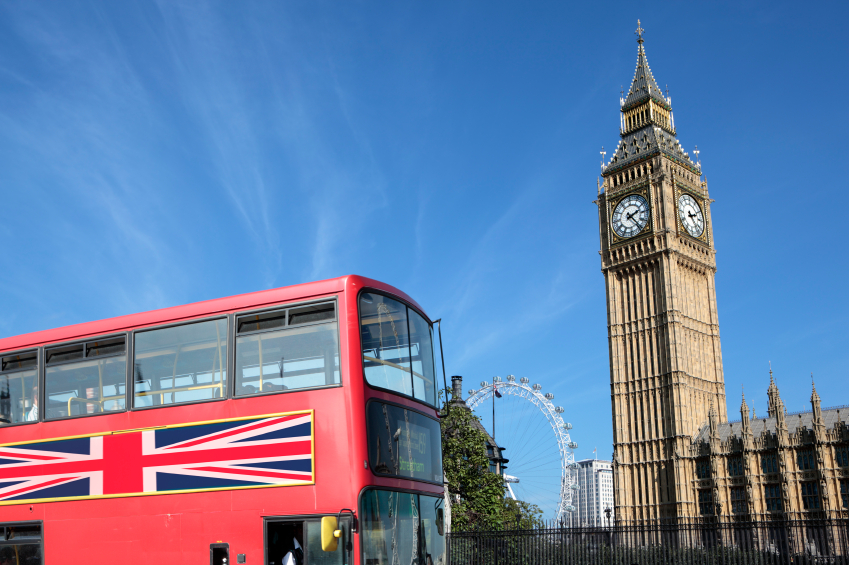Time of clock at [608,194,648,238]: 2:23
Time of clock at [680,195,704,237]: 2:23
